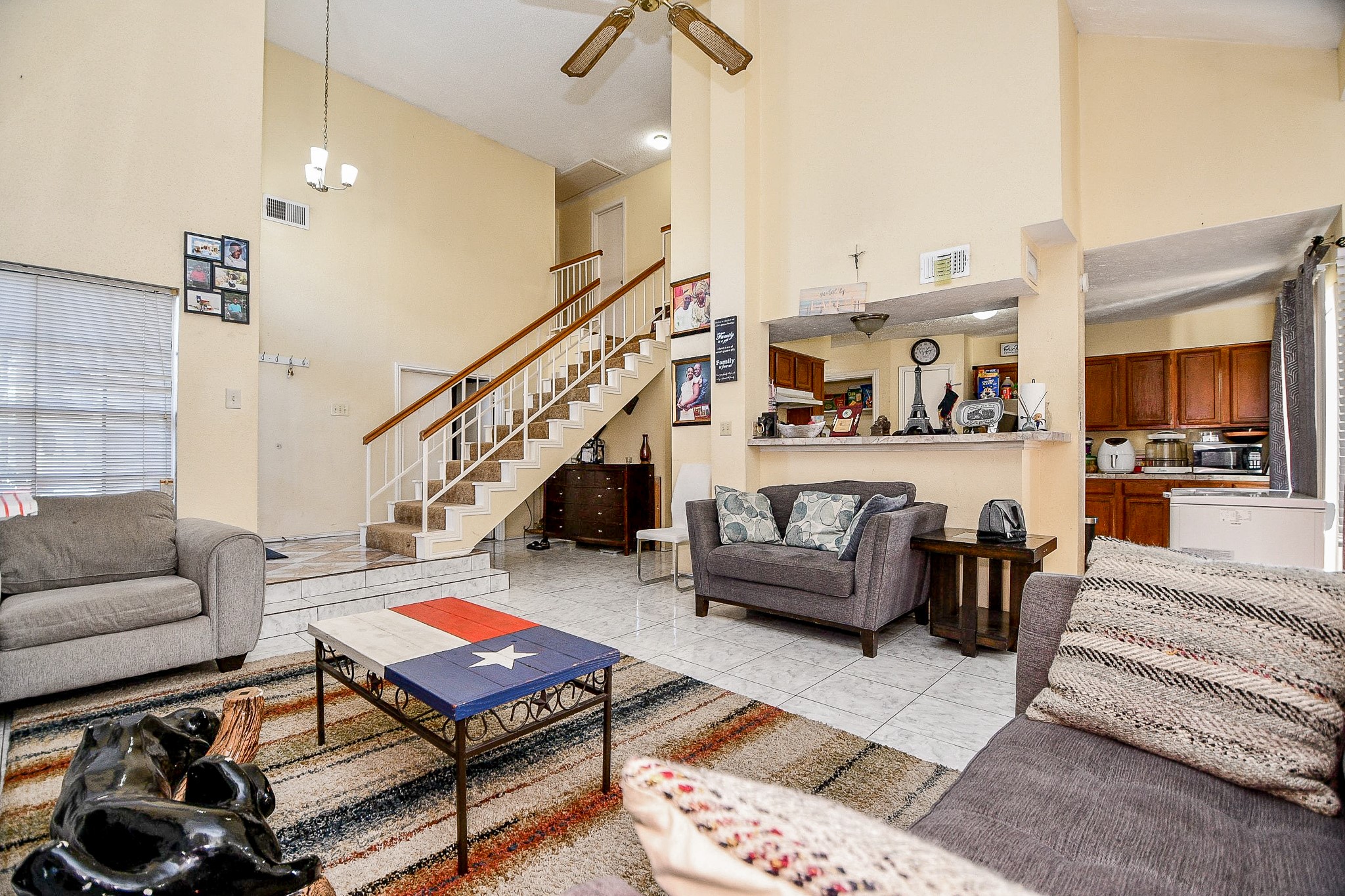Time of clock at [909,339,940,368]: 1:12
